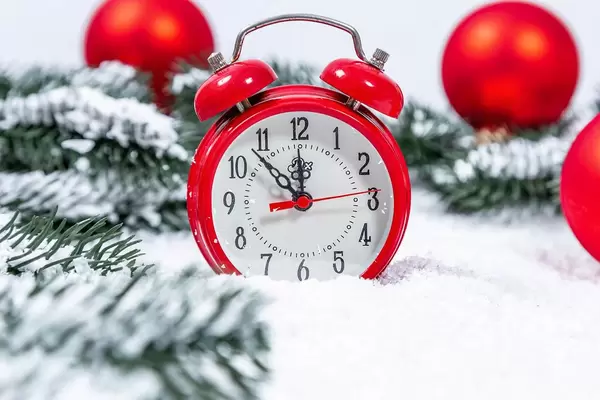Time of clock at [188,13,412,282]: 11:53
